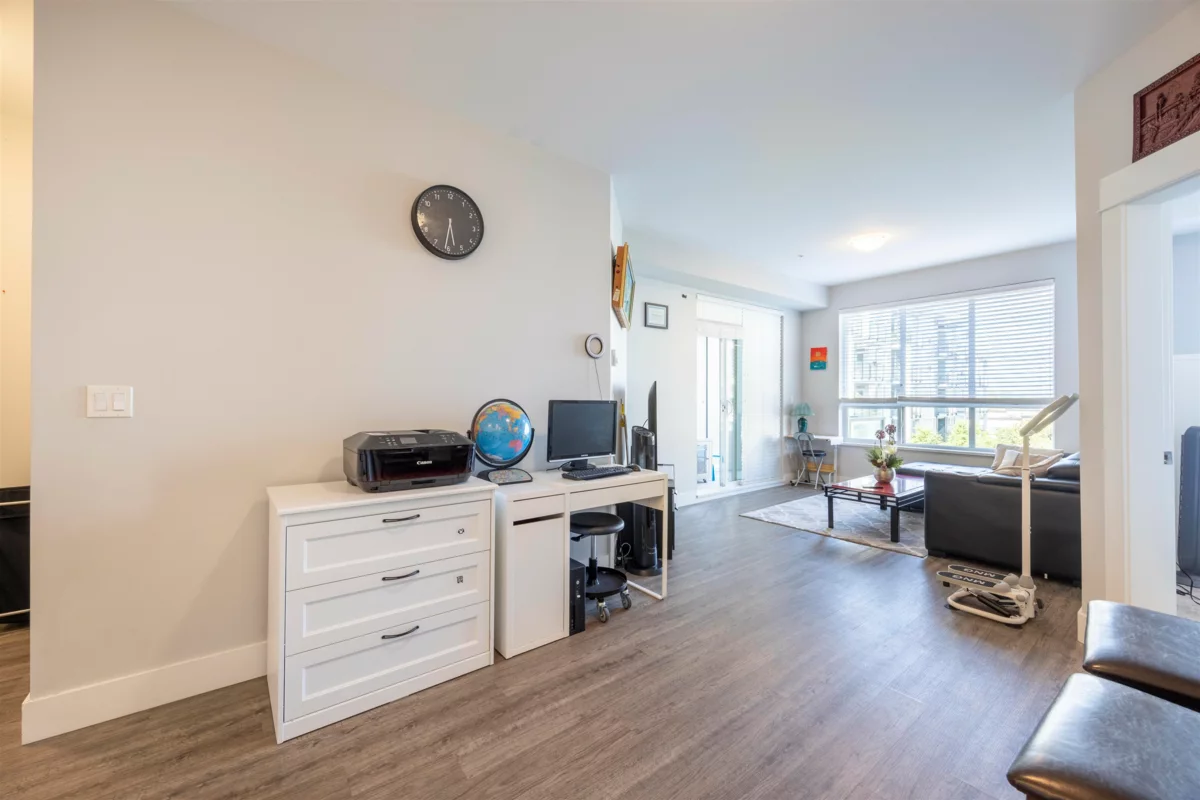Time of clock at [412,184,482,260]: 5:31
